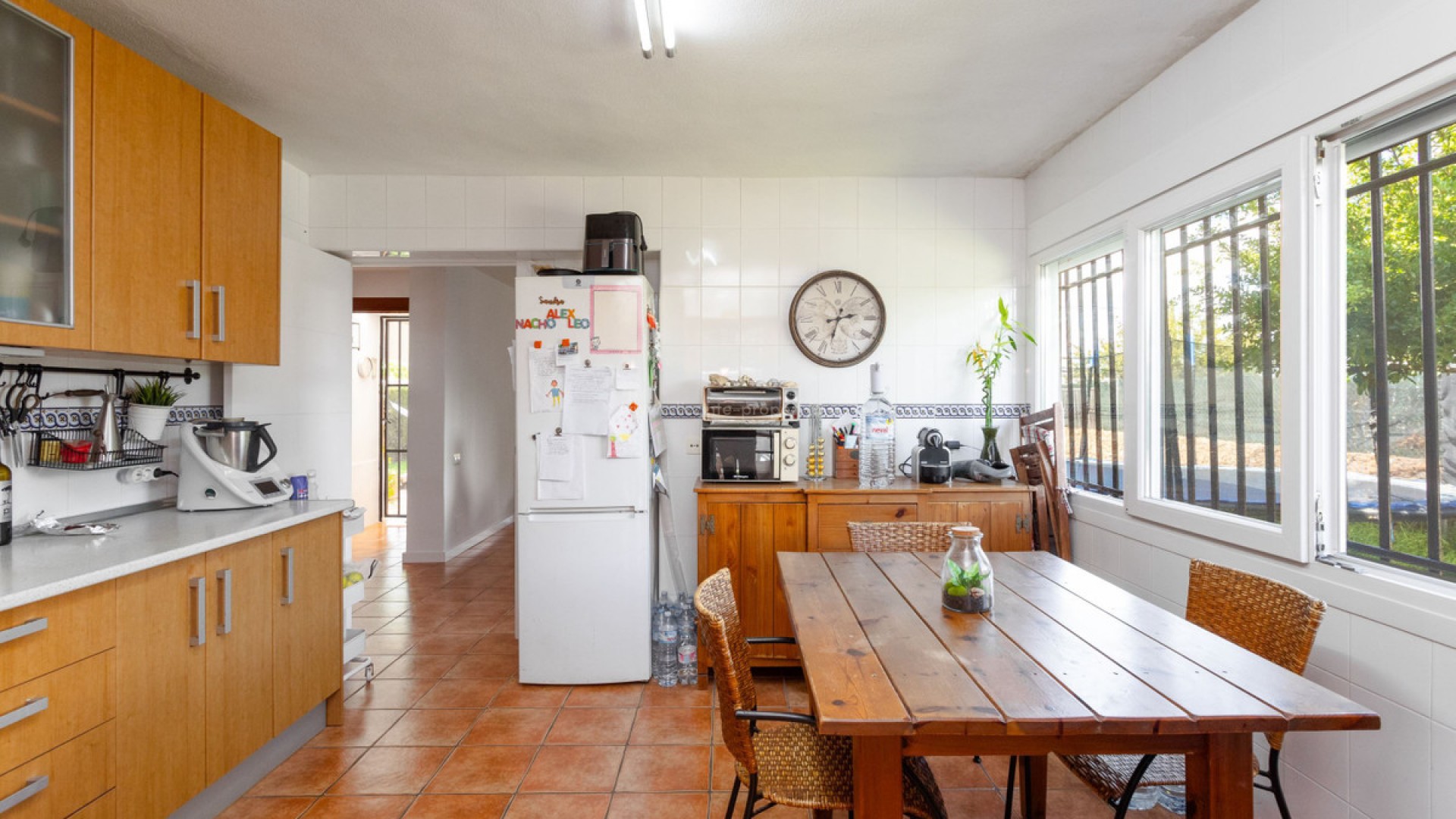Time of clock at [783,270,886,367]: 2:32
